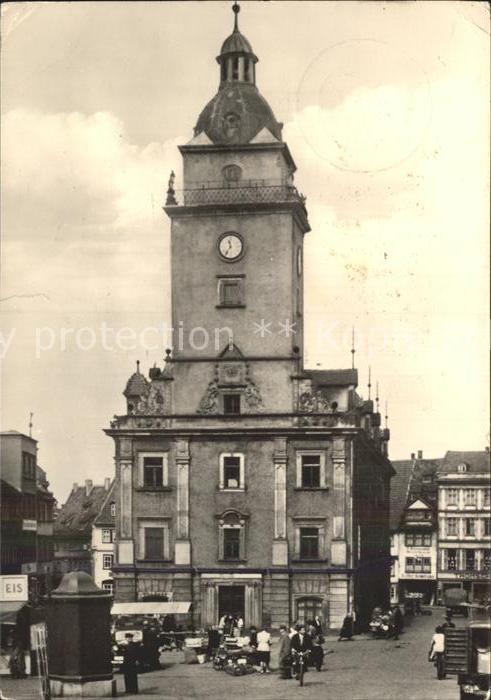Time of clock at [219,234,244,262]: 11:36
